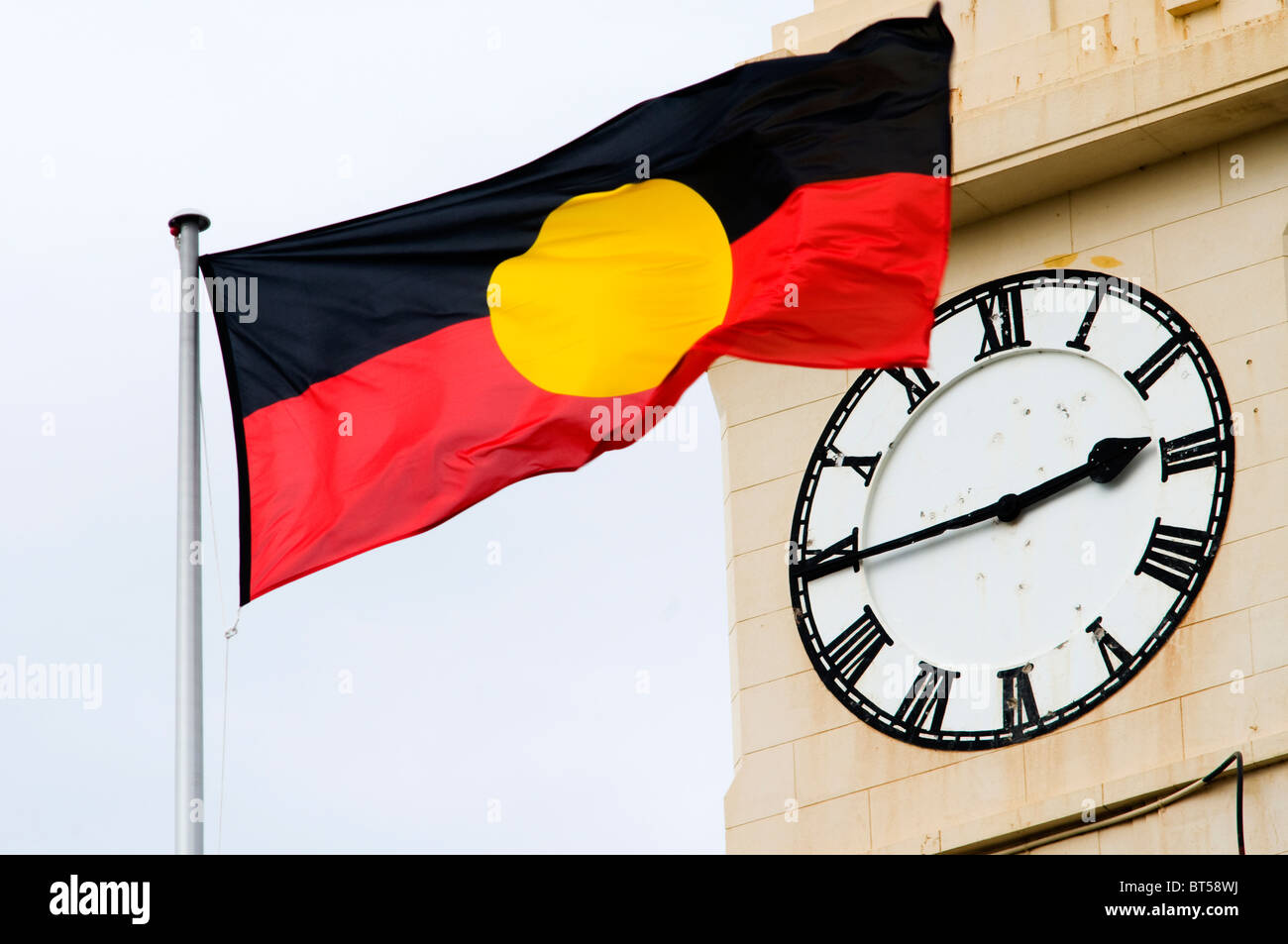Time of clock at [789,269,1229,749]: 2:44
